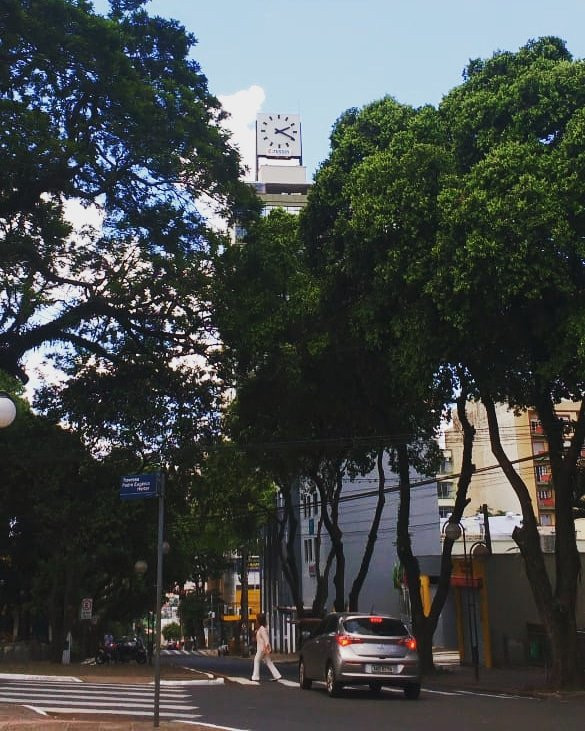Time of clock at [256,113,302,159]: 2:19
